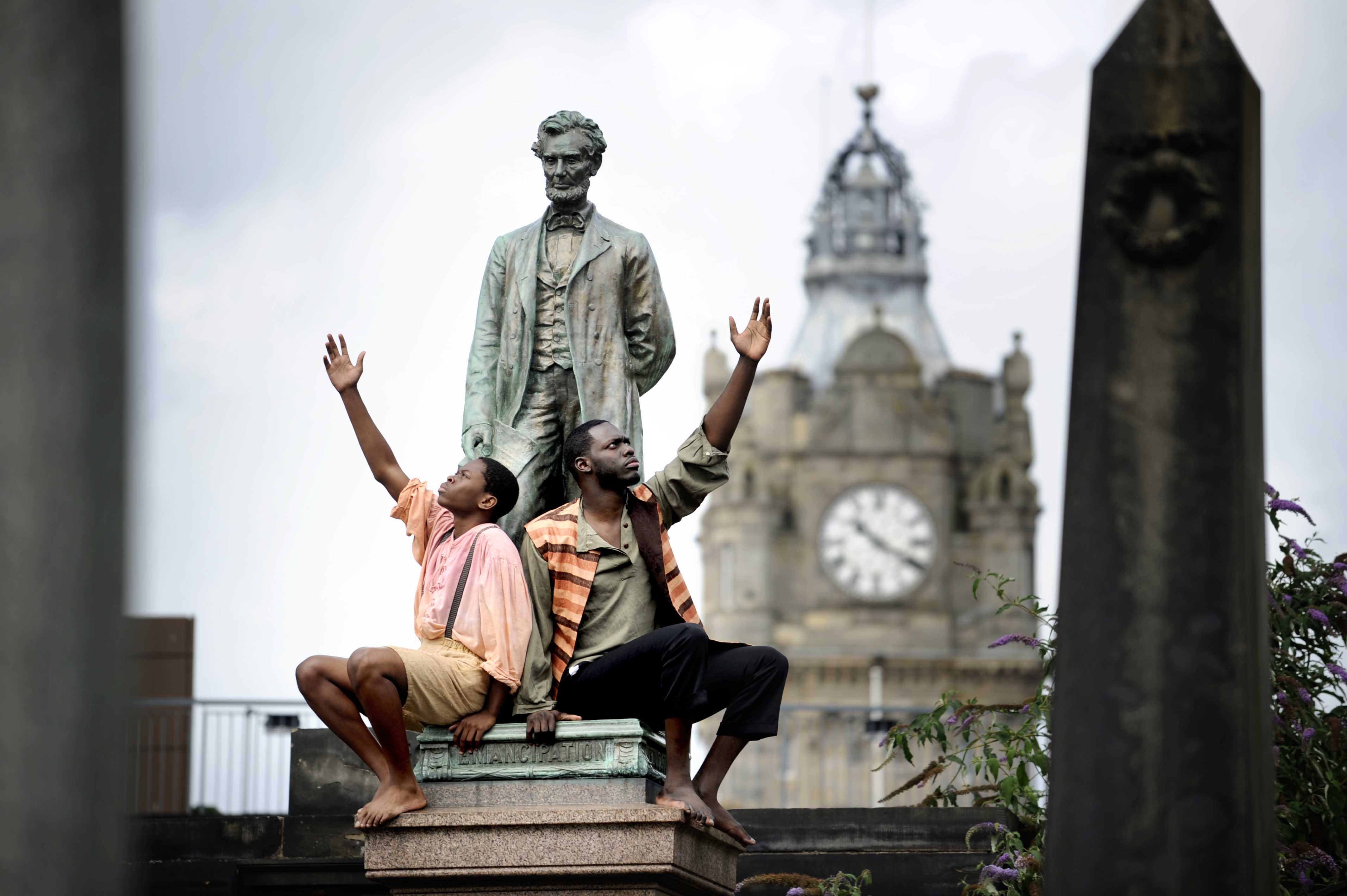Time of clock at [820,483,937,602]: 10:20
